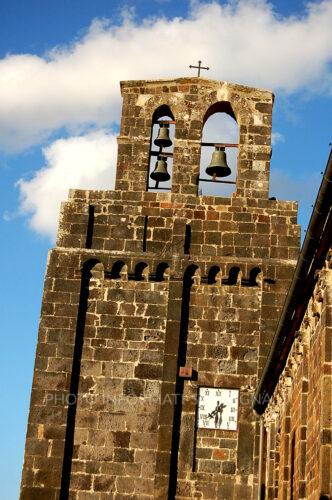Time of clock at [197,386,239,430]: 7:30
